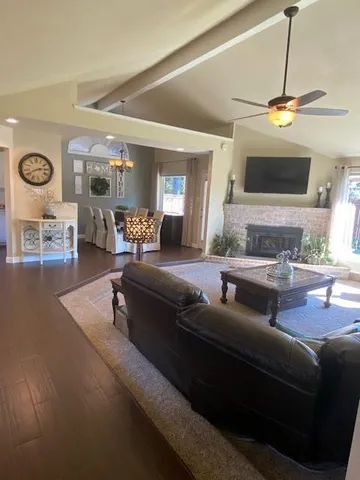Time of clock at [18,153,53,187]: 2:41
